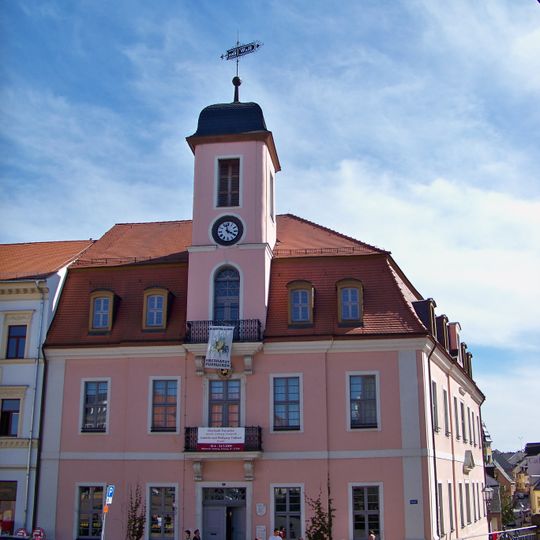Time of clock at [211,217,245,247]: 3:58
